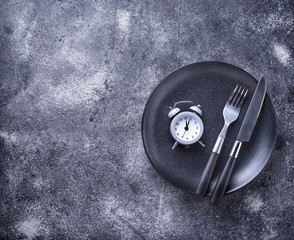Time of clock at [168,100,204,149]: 12:03
